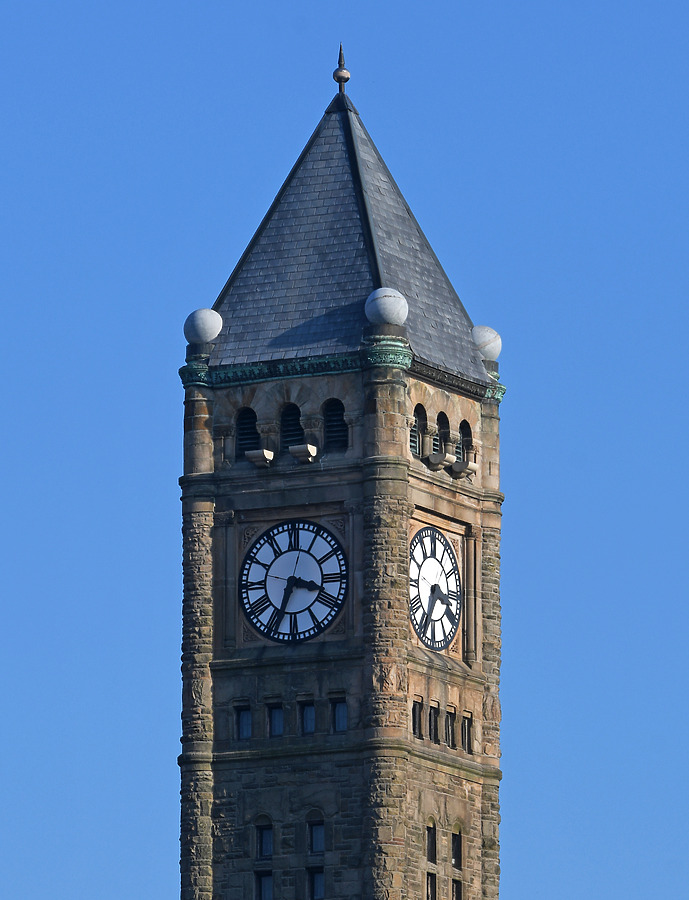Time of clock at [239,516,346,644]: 3:33
